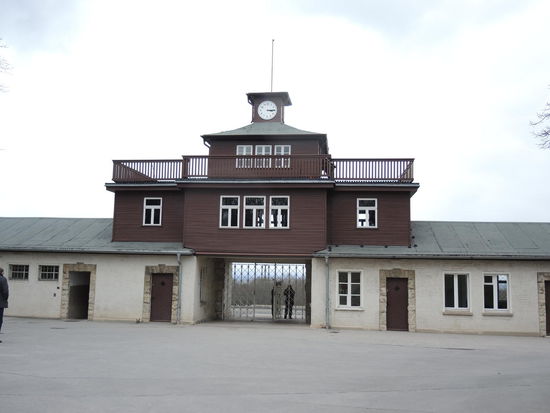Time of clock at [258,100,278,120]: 3:14
